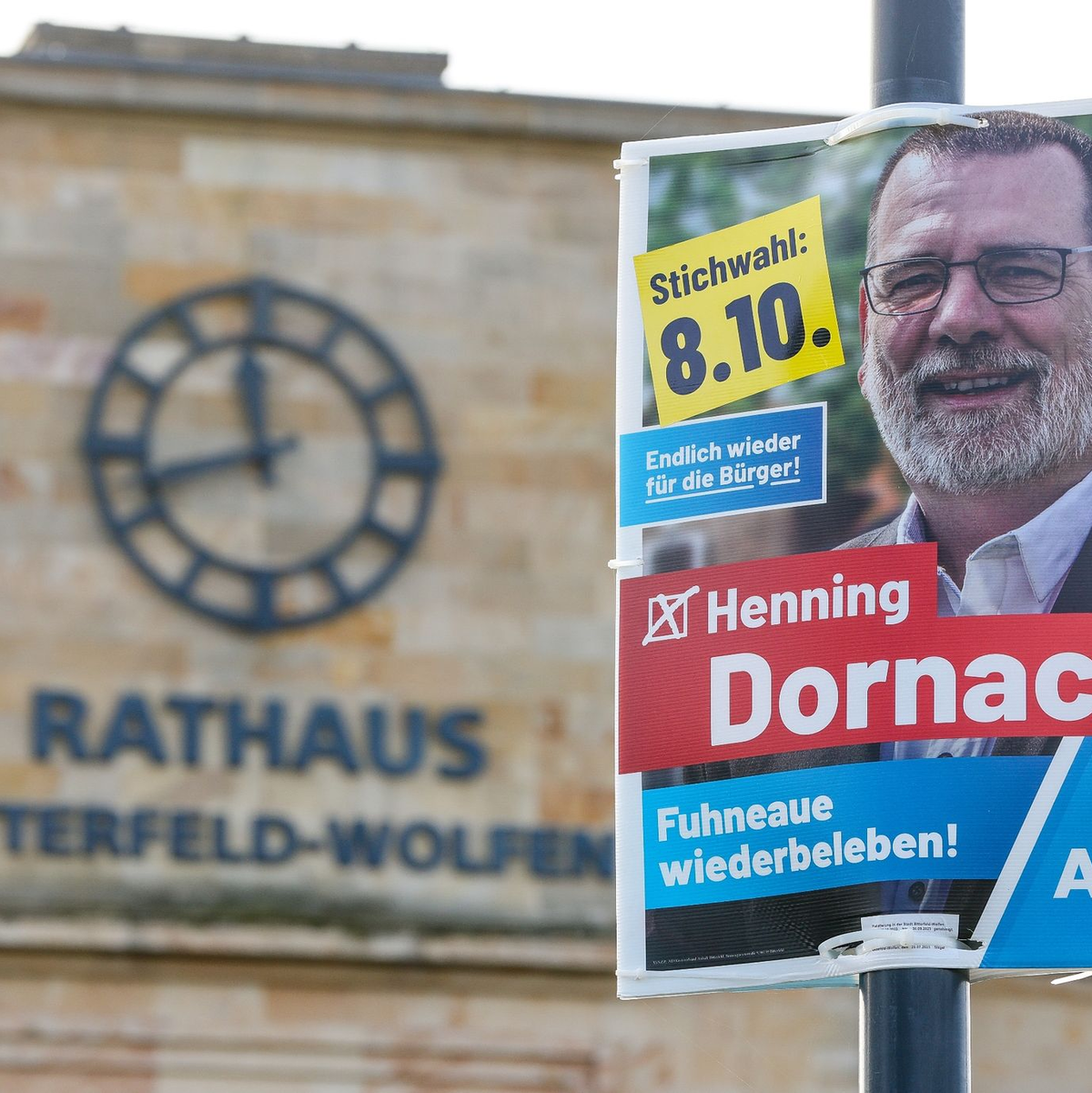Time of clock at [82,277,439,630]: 11:42
